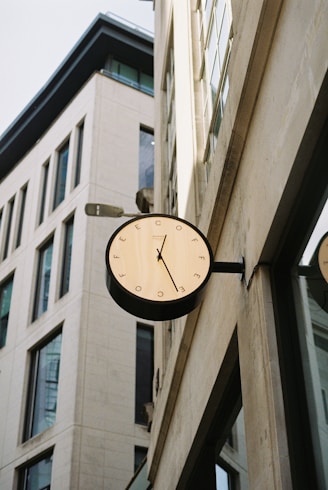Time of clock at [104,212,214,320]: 12:26
